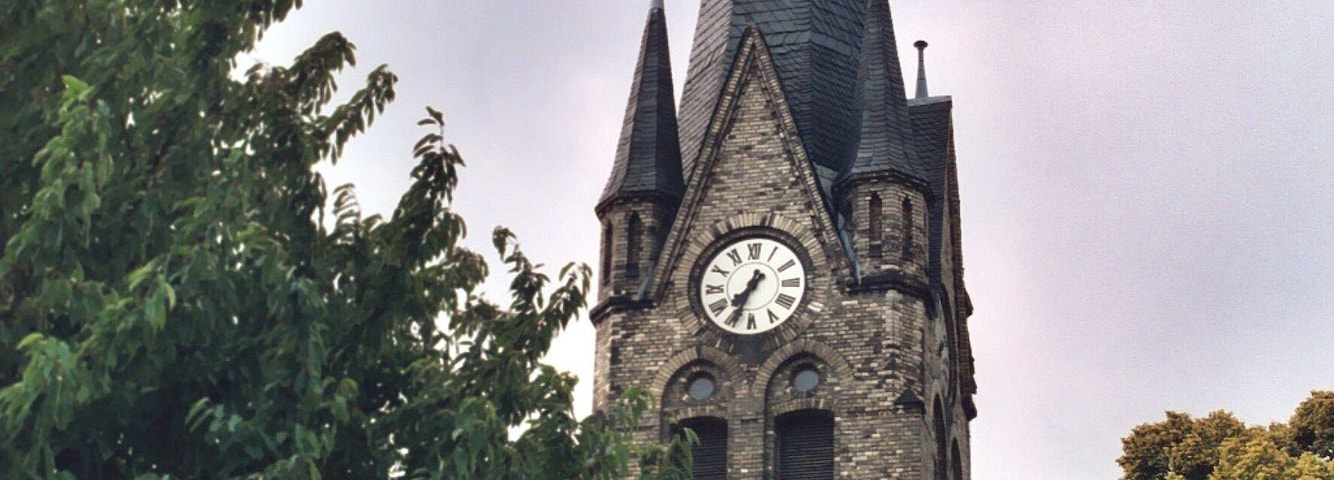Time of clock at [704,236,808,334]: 7:33
